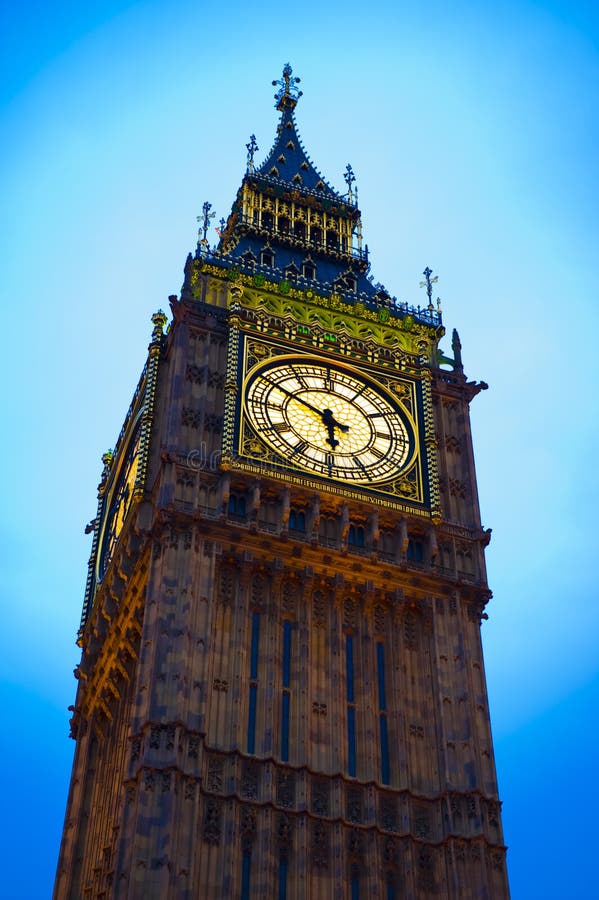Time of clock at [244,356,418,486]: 5:49
